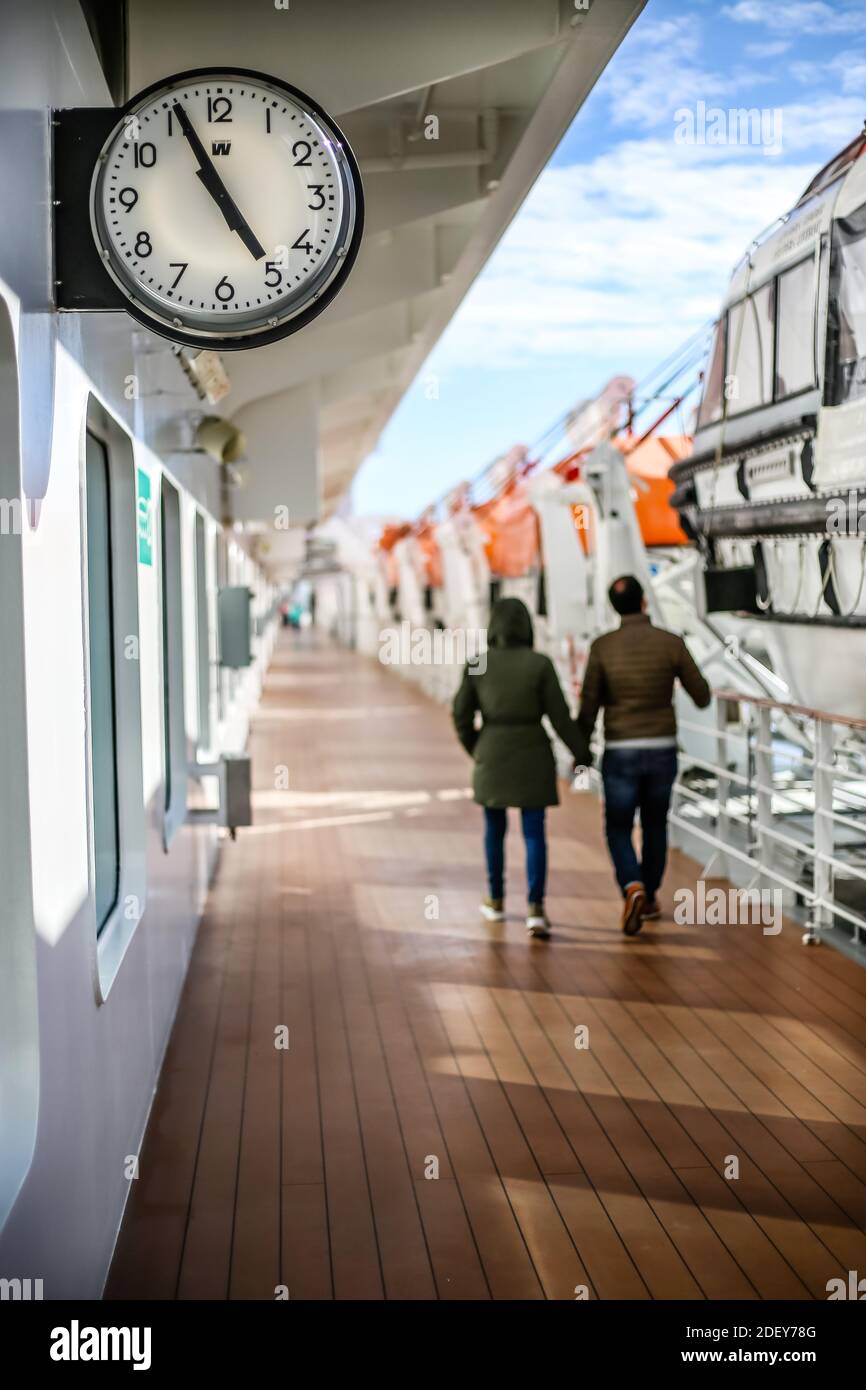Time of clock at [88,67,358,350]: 4:55
